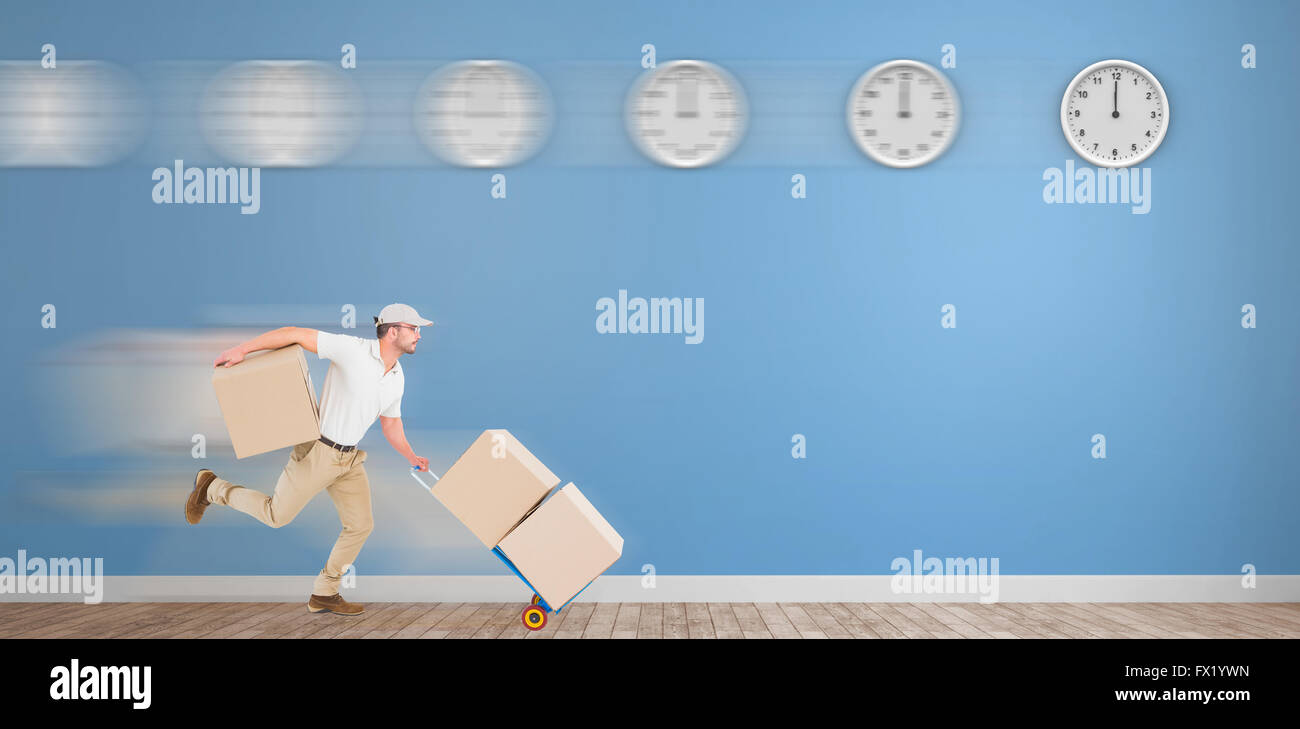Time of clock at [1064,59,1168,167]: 12:00
